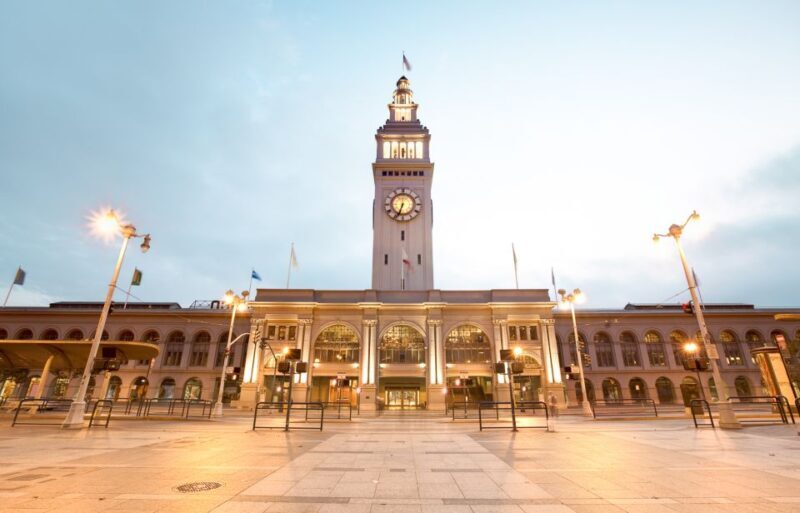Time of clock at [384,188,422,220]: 6:33
